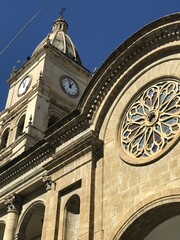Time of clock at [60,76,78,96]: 12:07
